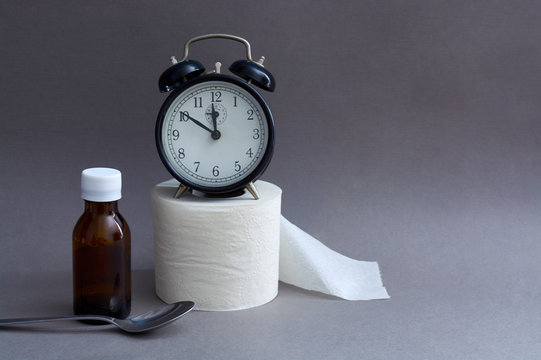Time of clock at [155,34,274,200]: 11:50
